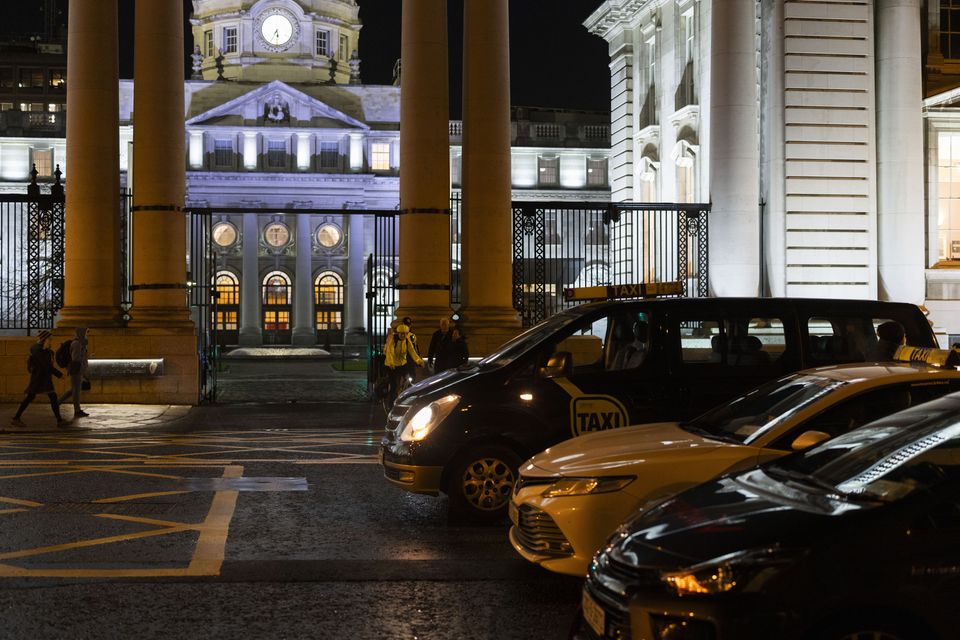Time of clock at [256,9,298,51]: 5:34
